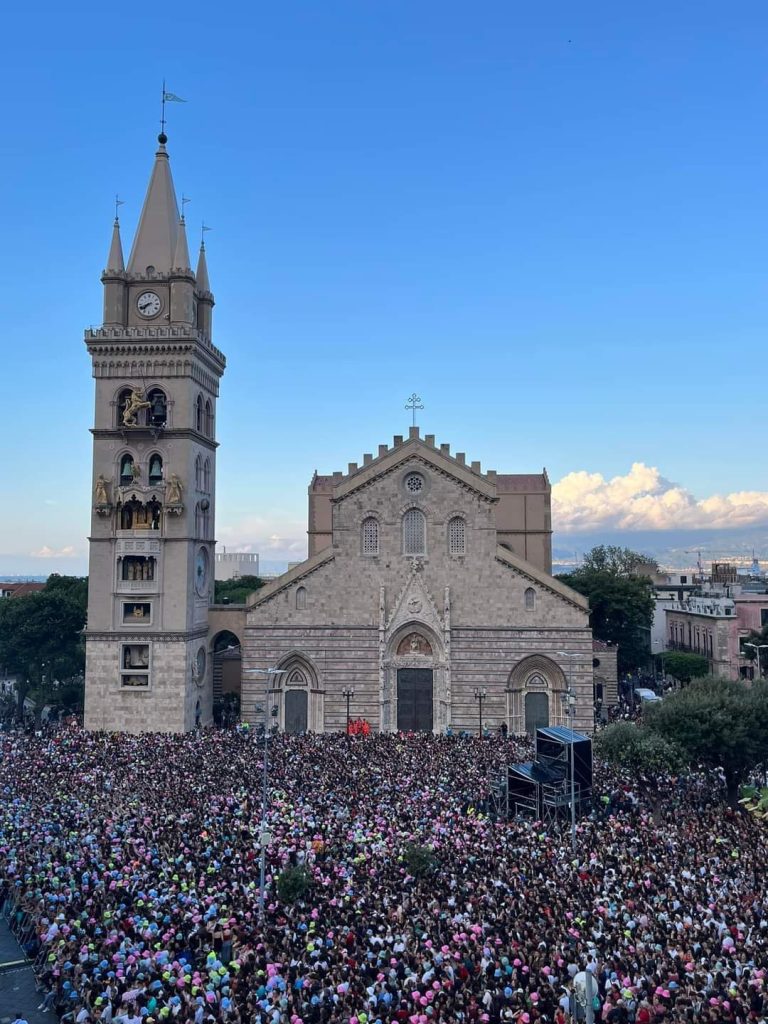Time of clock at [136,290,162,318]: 7:41
